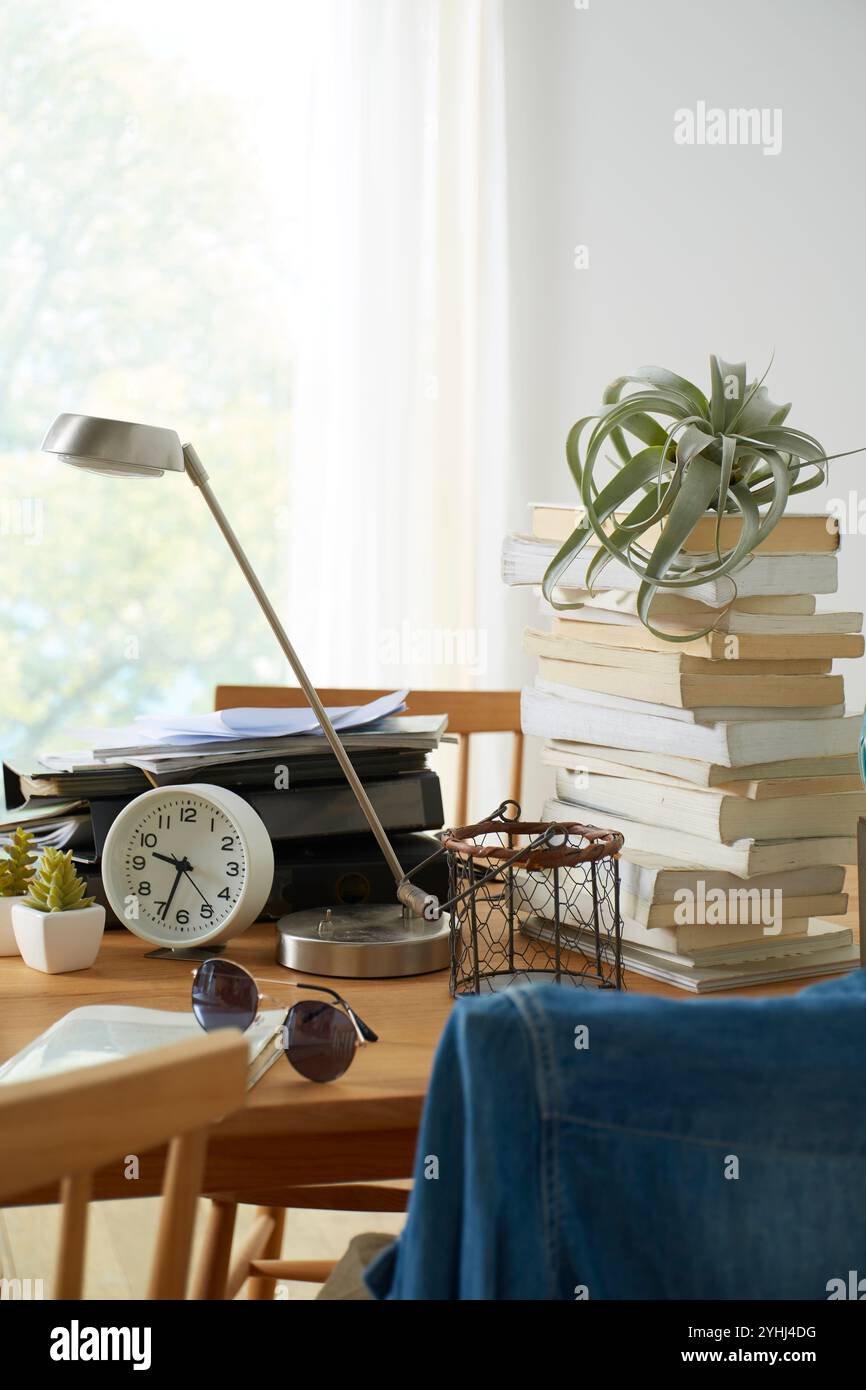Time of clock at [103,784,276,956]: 9:33
